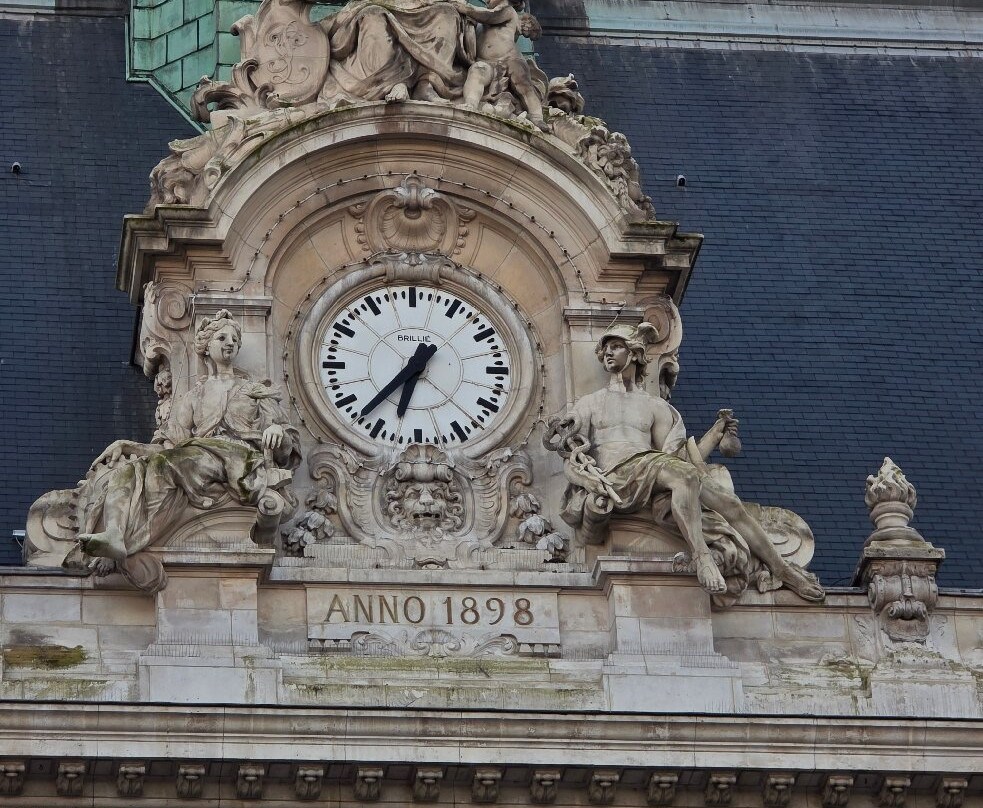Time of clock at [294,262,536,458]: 6:37
